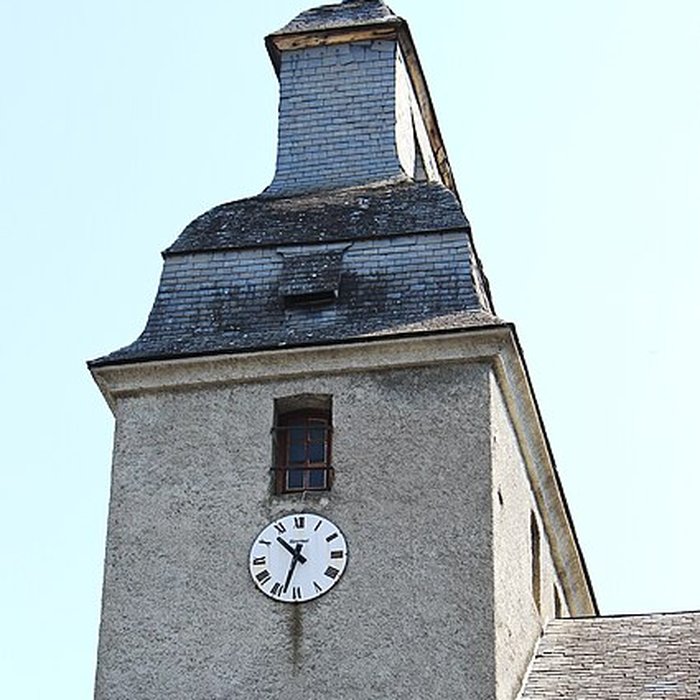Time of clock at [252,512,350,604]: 10:32
